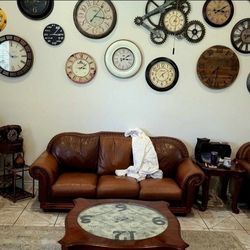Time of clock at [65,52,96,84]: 3:09
